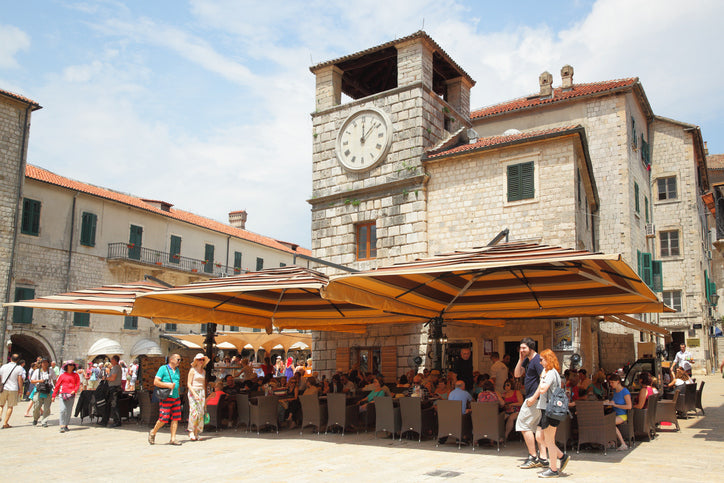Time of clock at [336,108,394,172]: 12:07
